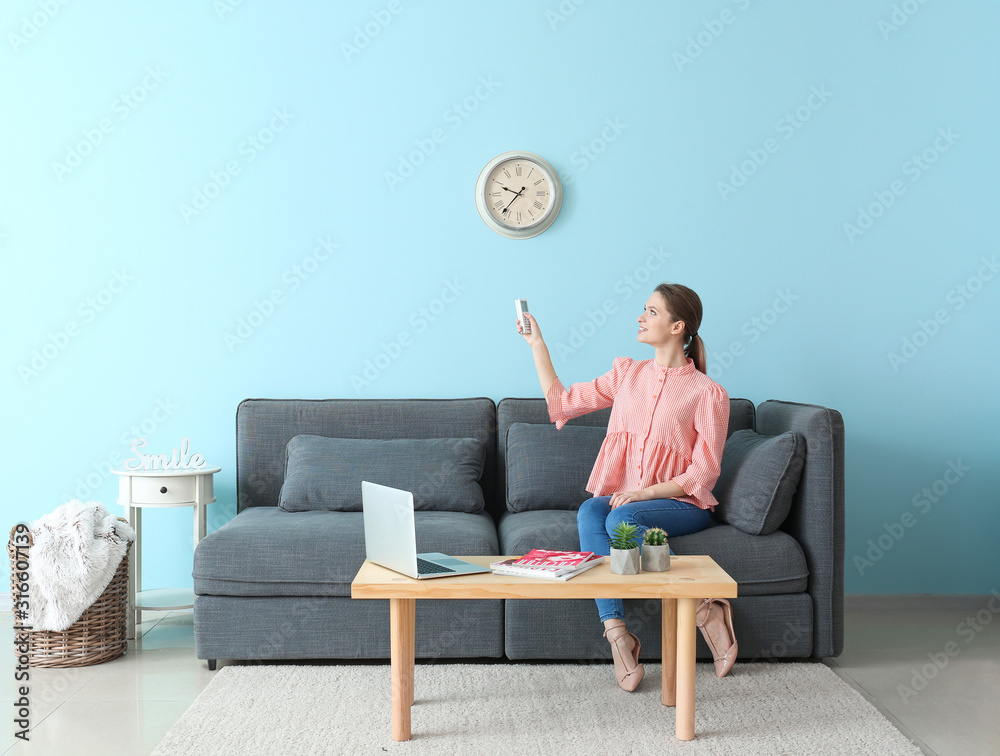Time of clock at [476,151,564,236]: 9:36
